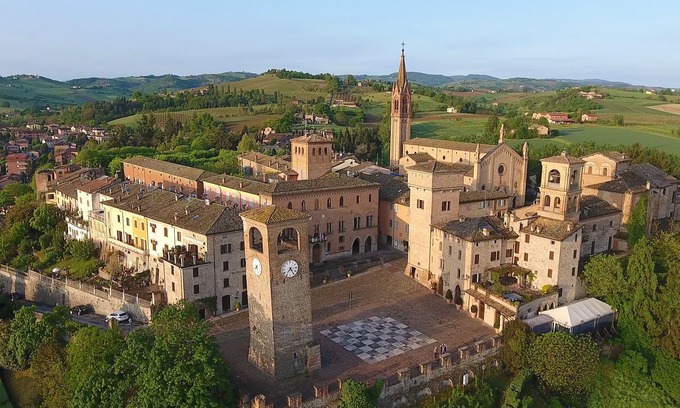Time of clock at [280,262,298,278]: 7:24
